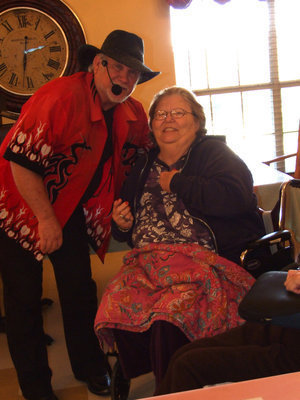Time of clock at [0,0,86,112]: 2:31
